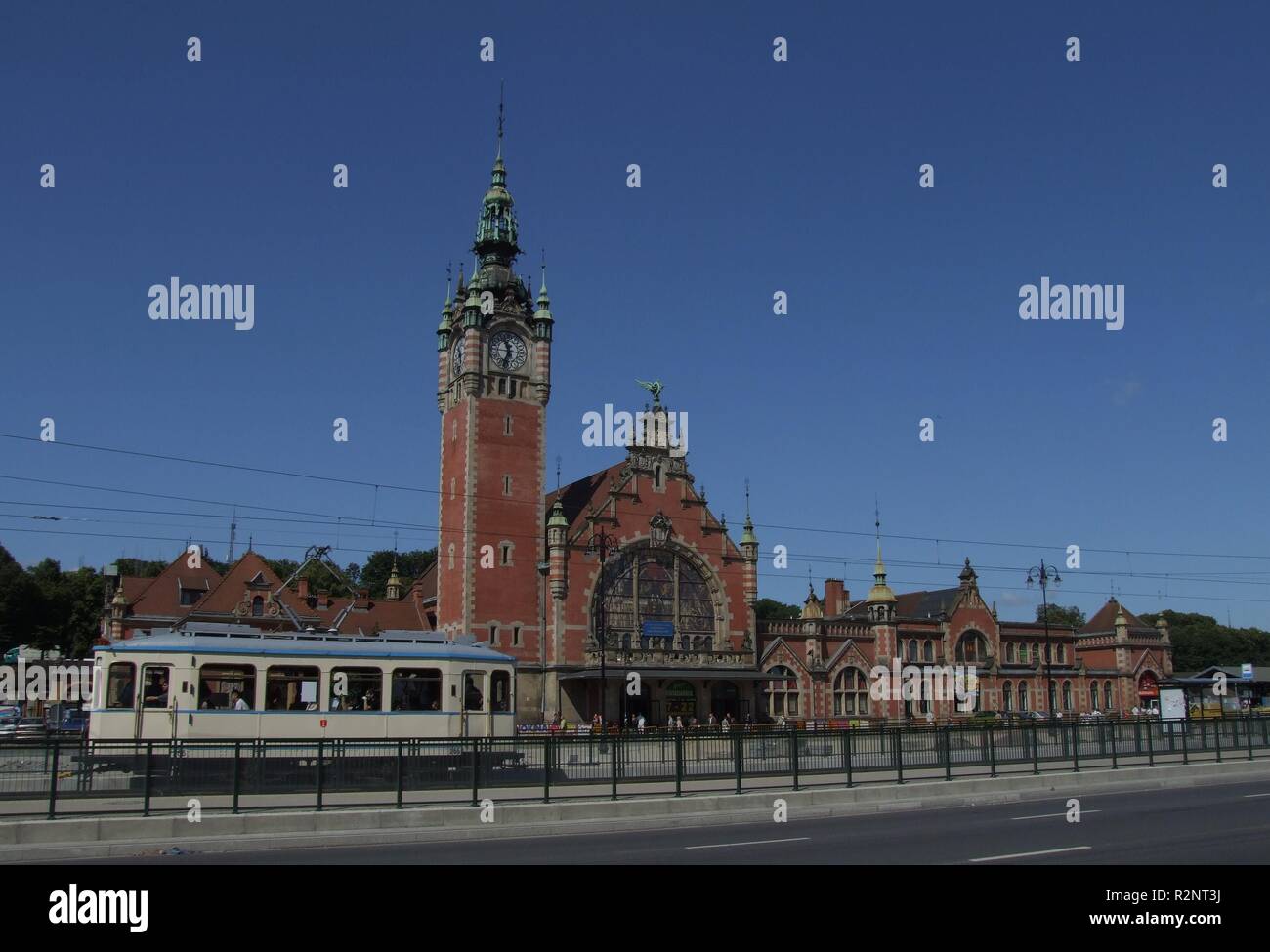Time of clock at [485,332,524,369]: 11:34
